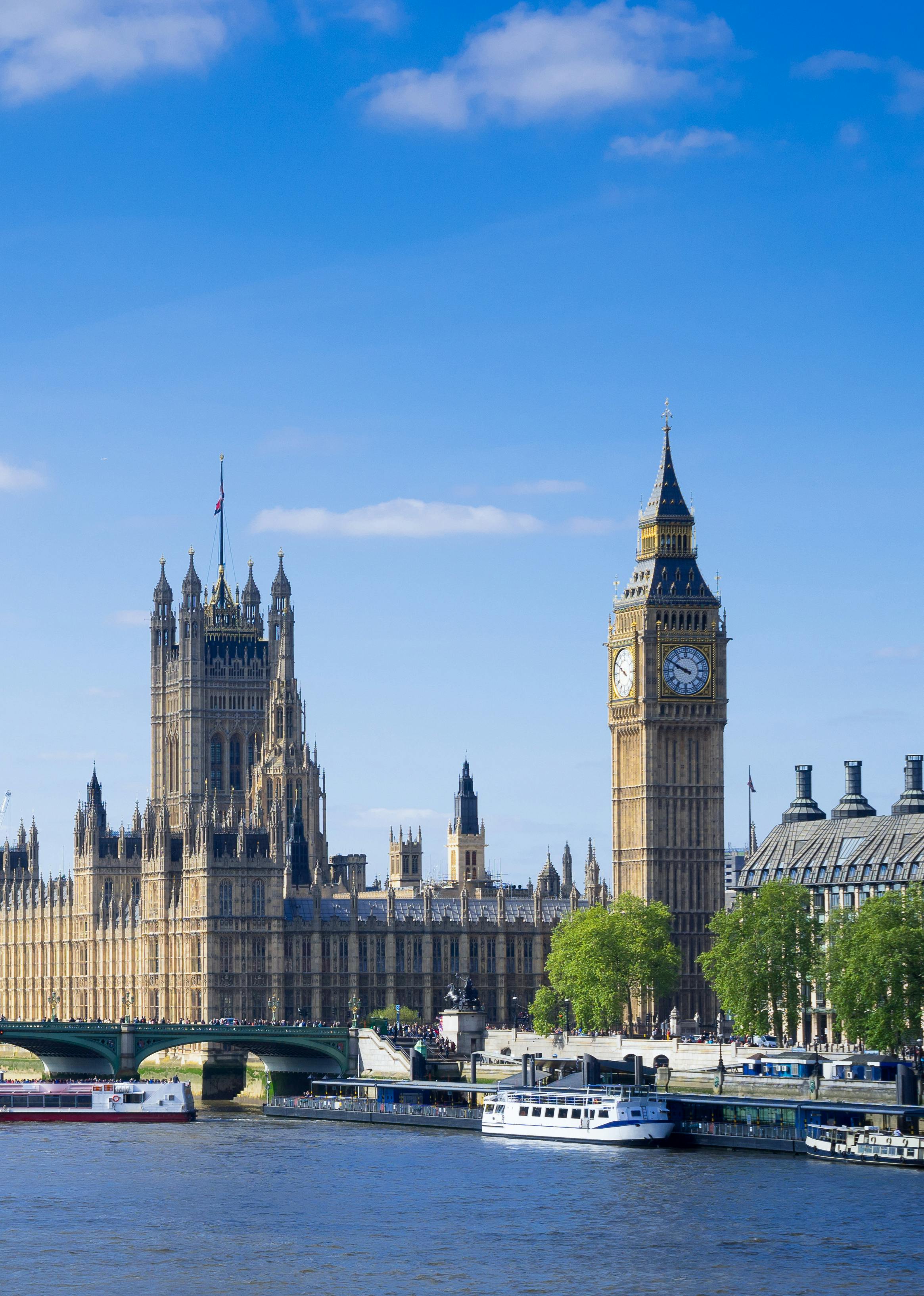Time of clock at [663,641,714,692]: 9:49
